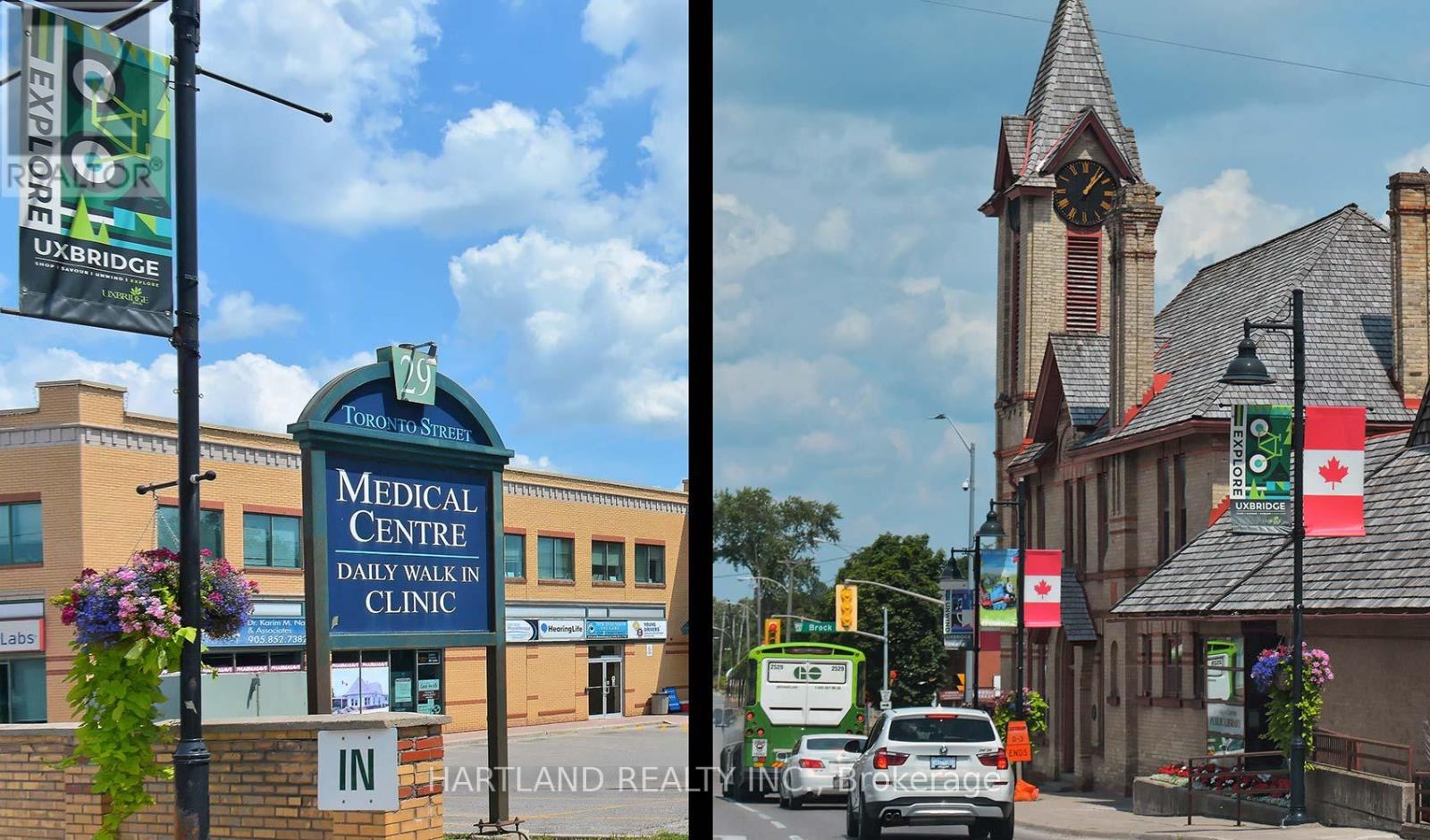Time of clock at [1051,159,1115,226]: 1:07
